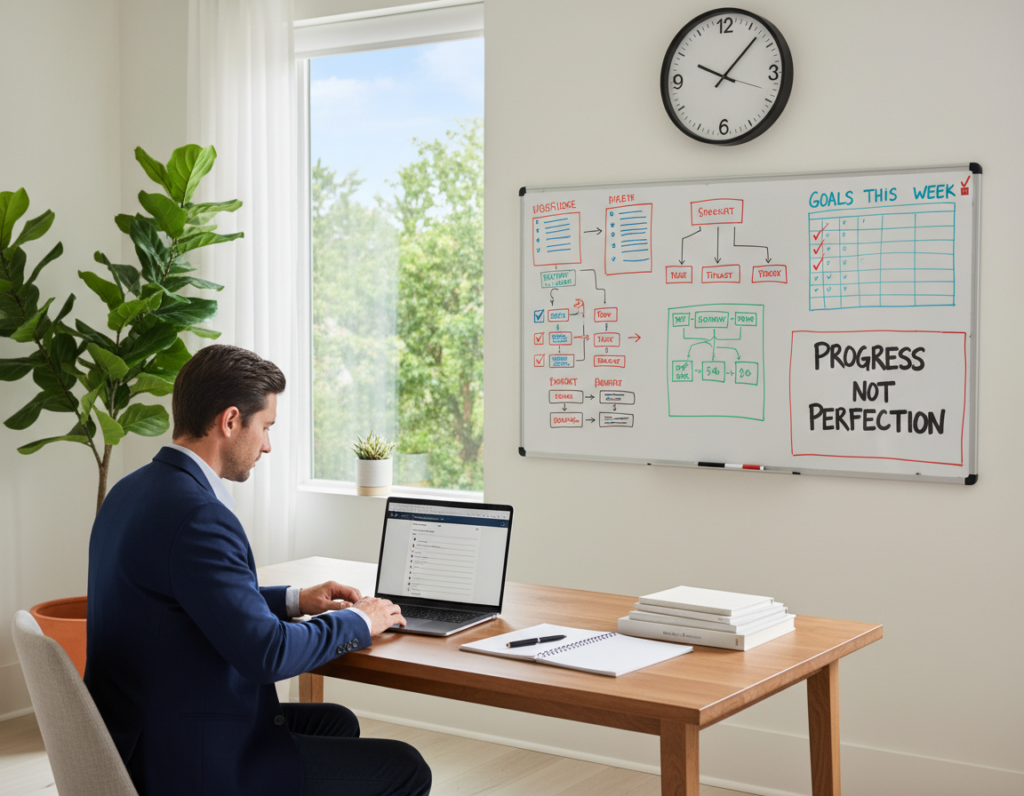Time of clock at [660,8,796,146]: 10:07
